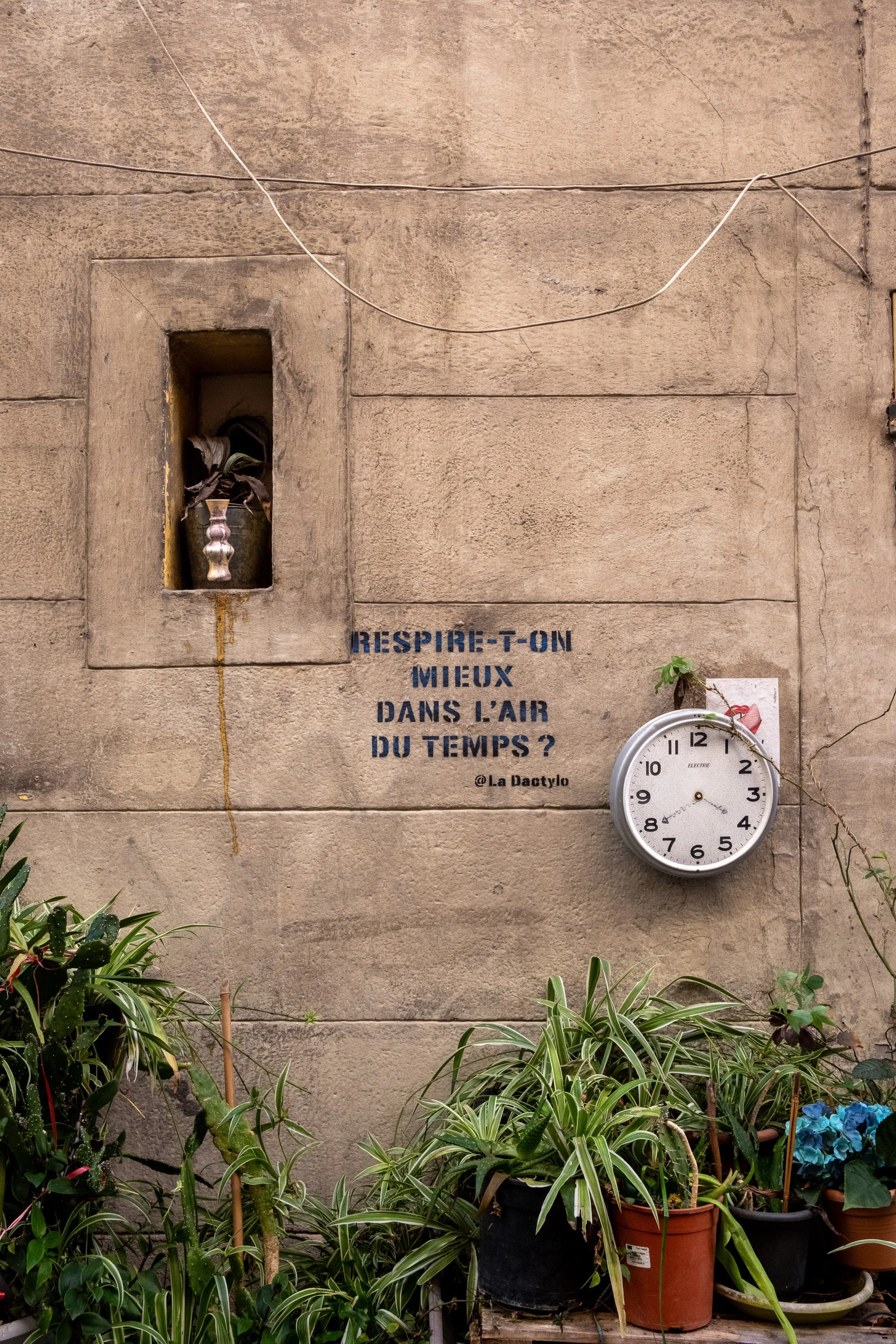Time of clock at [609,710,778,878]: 3:39
